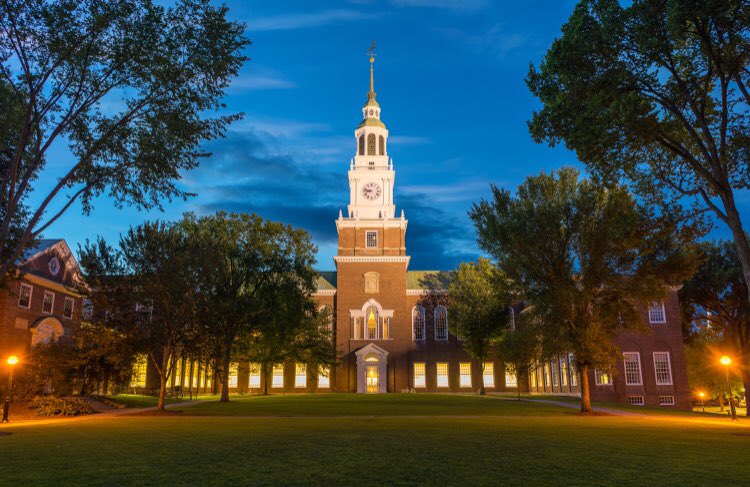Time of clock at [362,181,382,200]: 8:47
